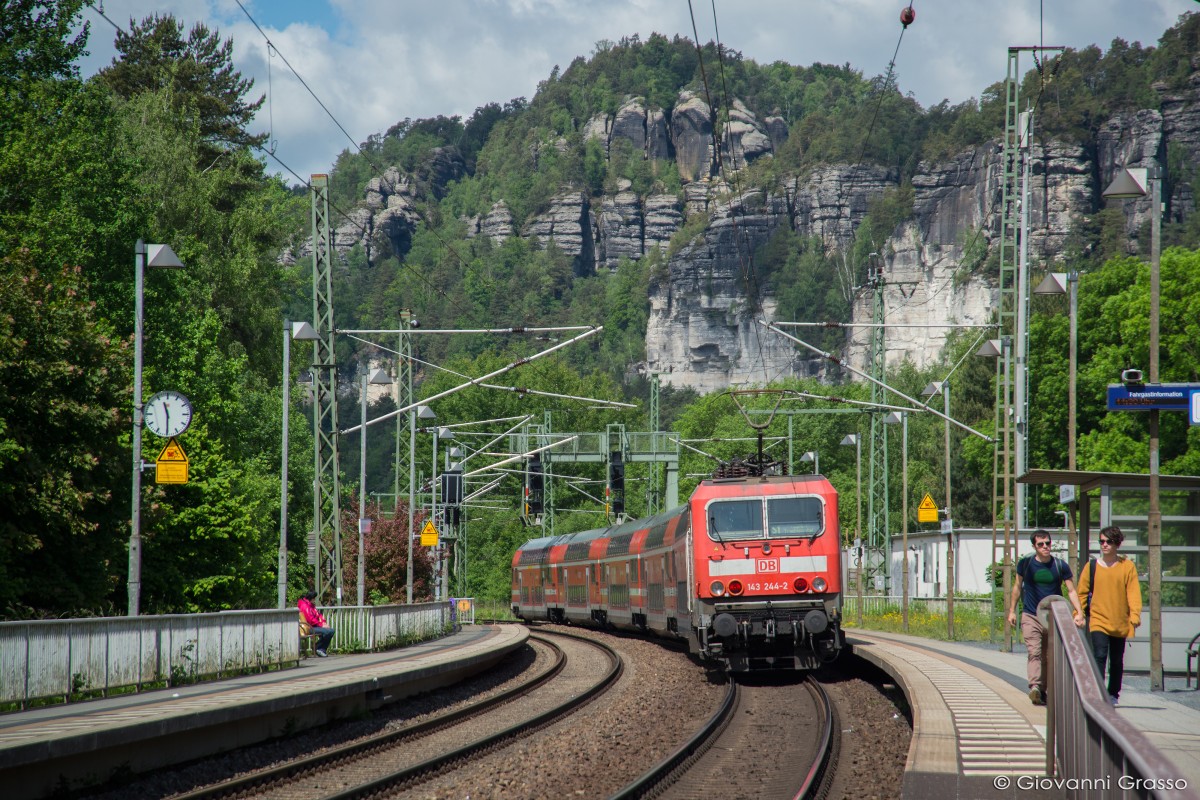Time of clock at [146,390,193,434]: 11:29
